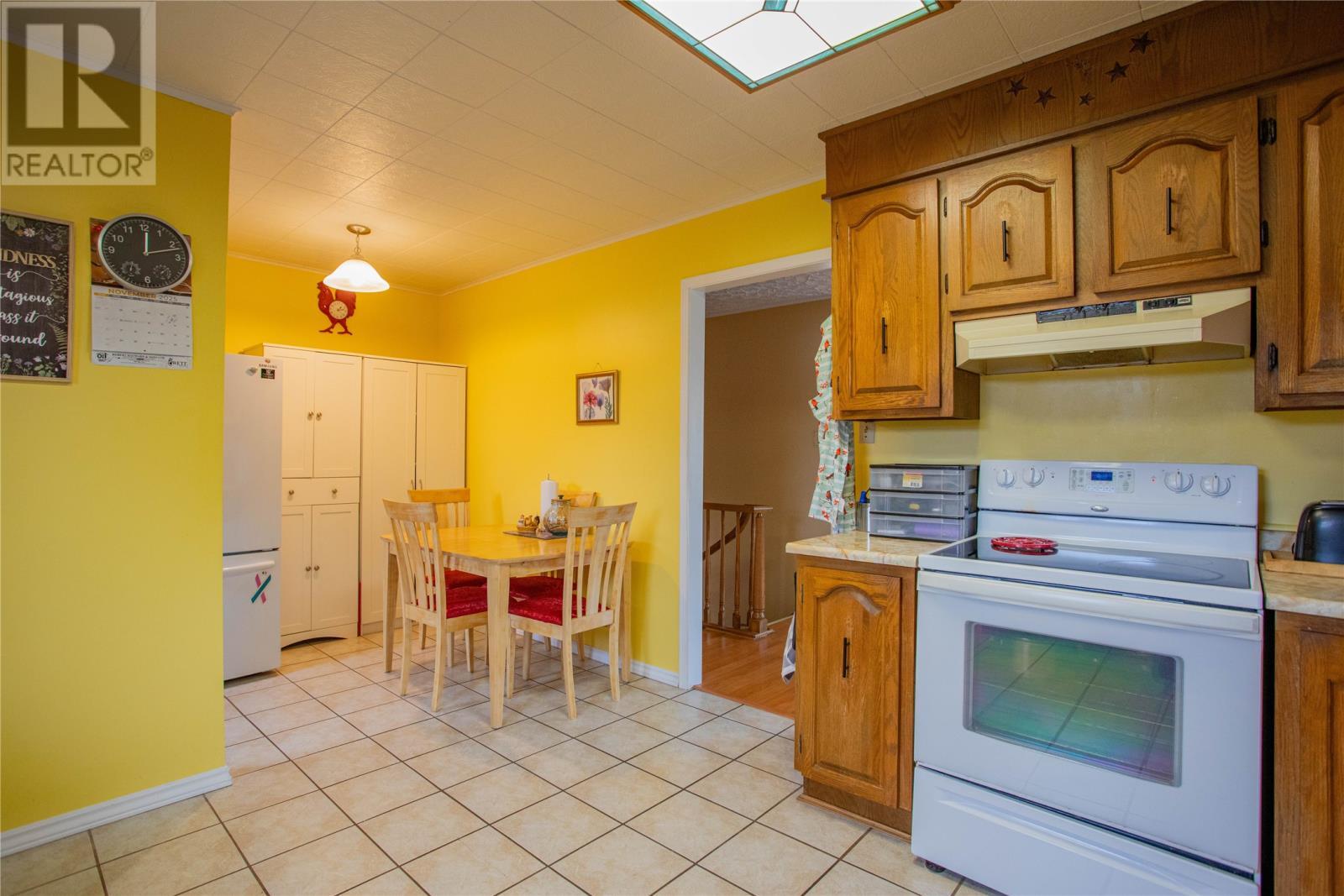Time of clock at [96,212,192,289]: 12:12
